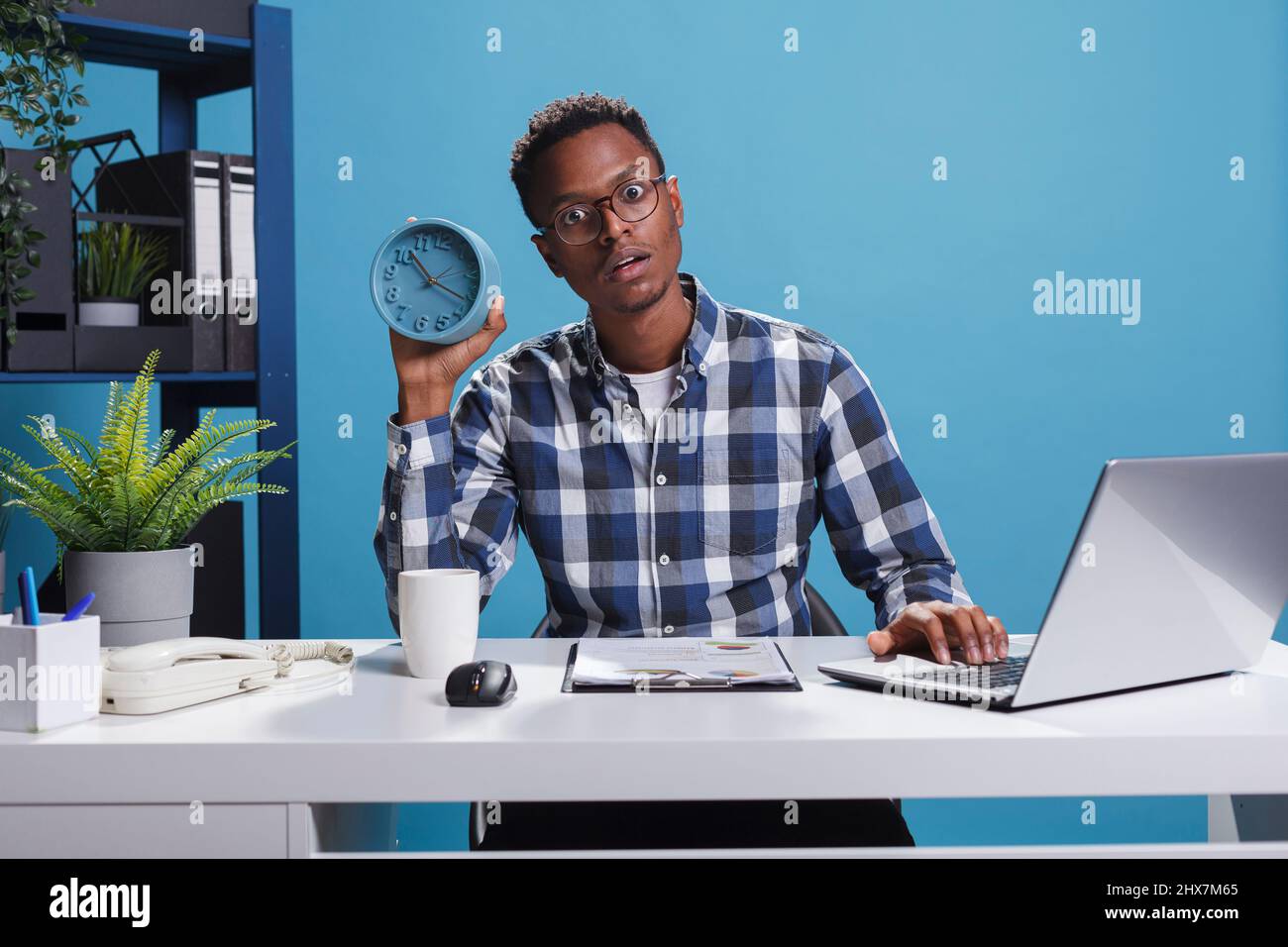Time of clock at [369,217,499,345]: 10:17
